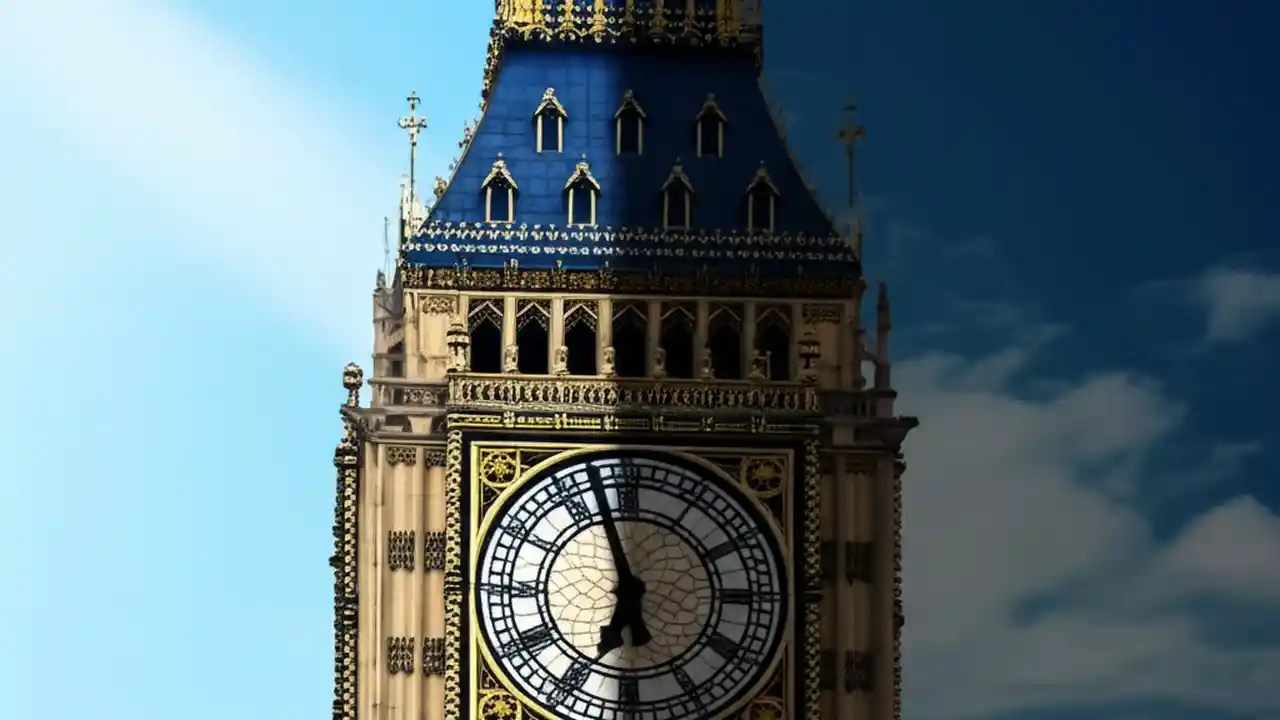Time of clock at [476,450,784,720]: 5:56
